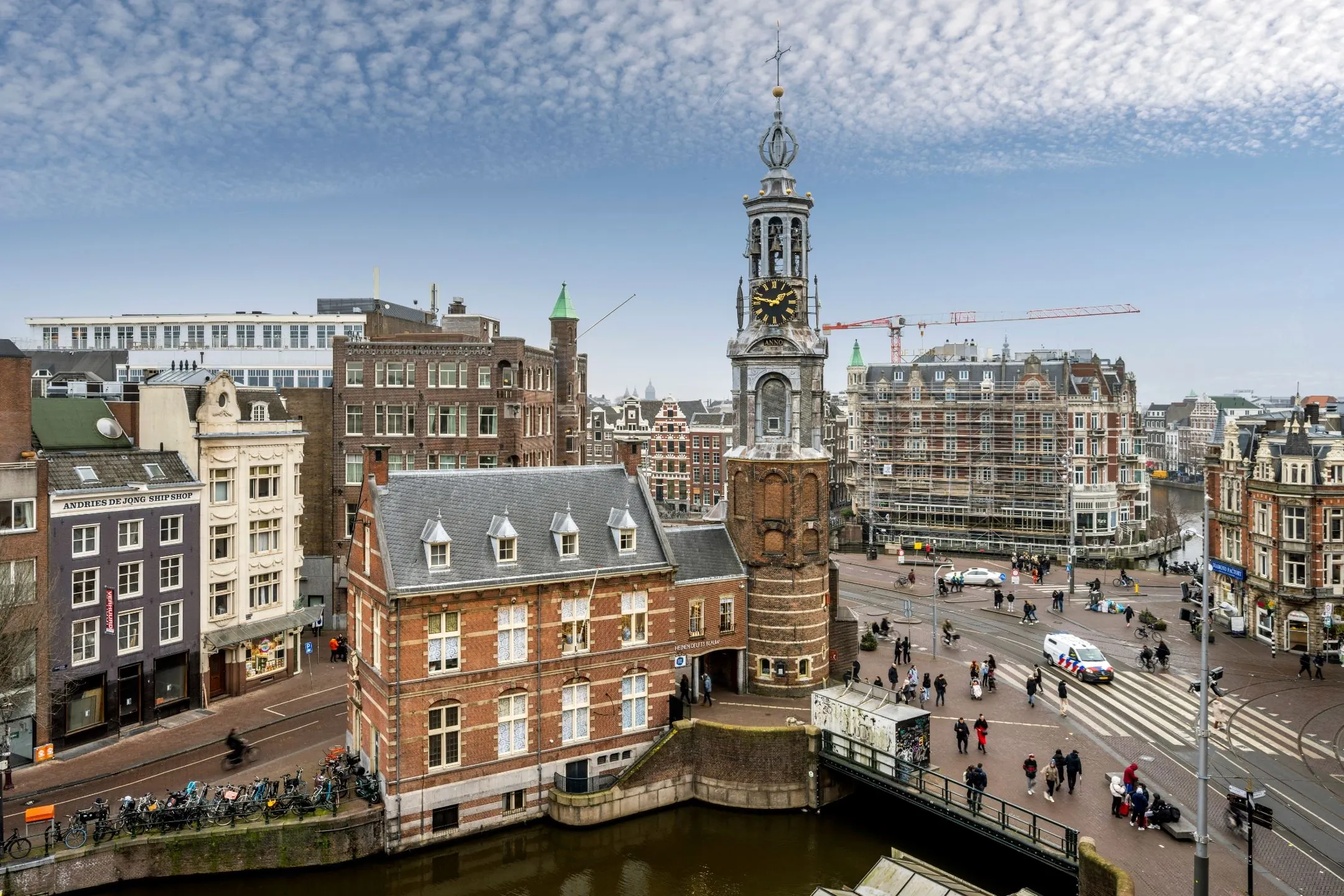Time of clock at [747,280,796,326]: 1:47
